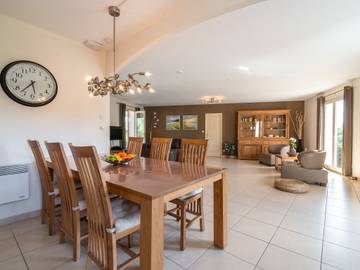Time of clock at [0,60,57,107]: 5:37
